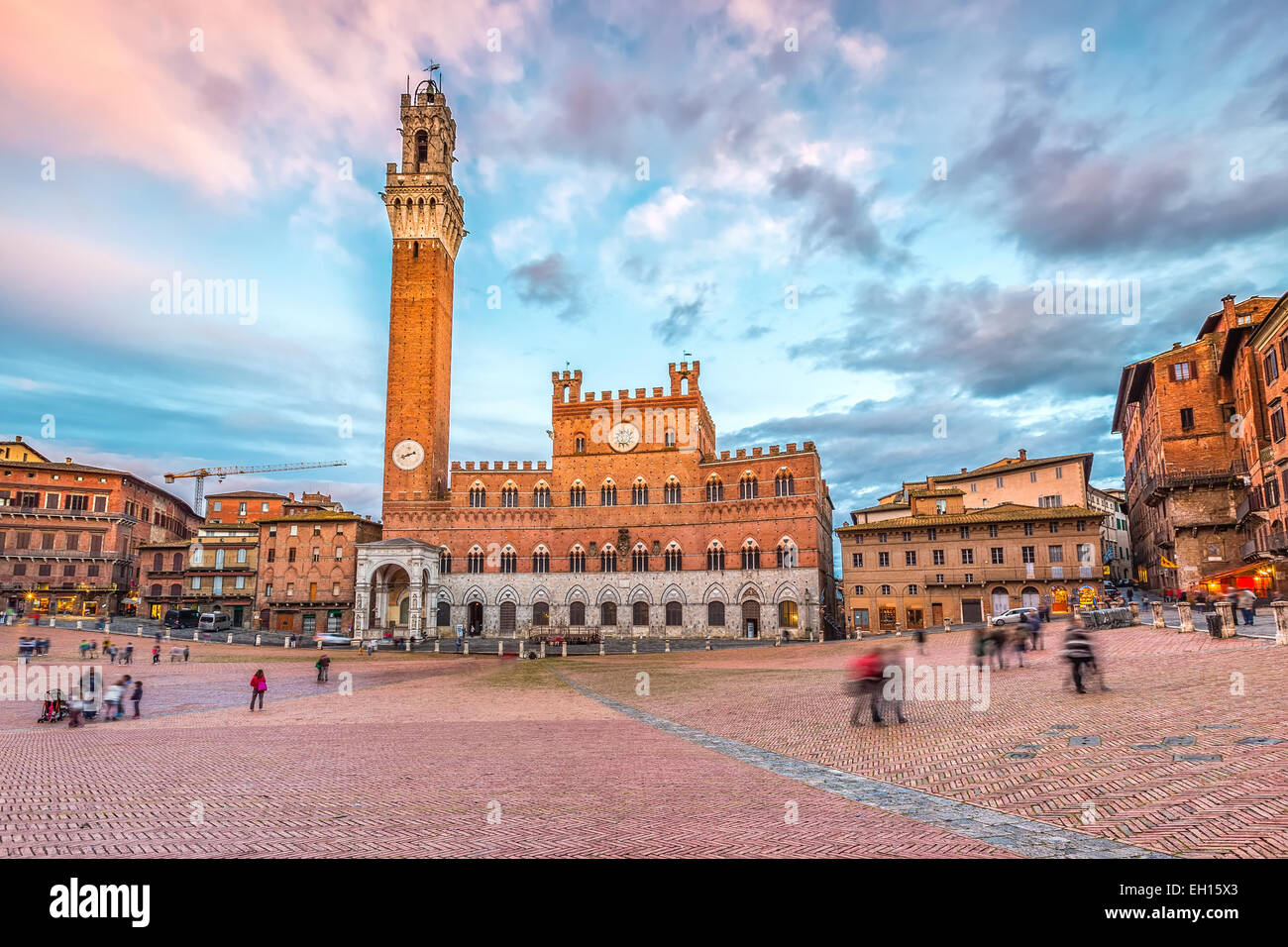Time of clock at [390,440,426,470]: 8:11
